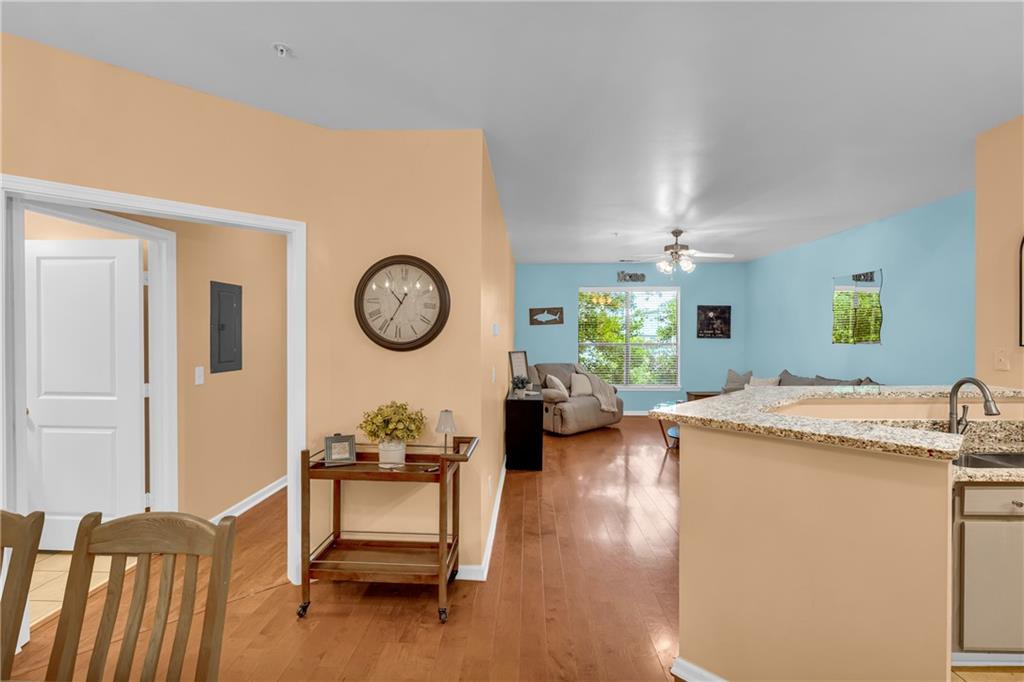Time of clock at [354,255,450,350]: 10:34
